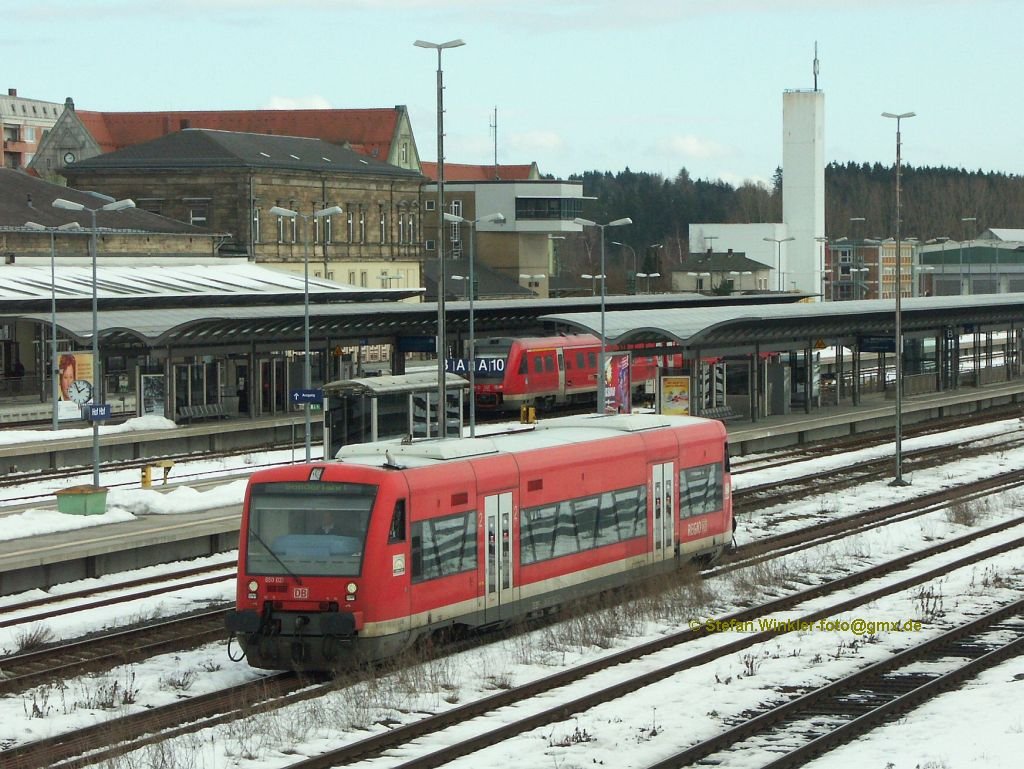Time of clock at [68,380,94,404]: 1:56
